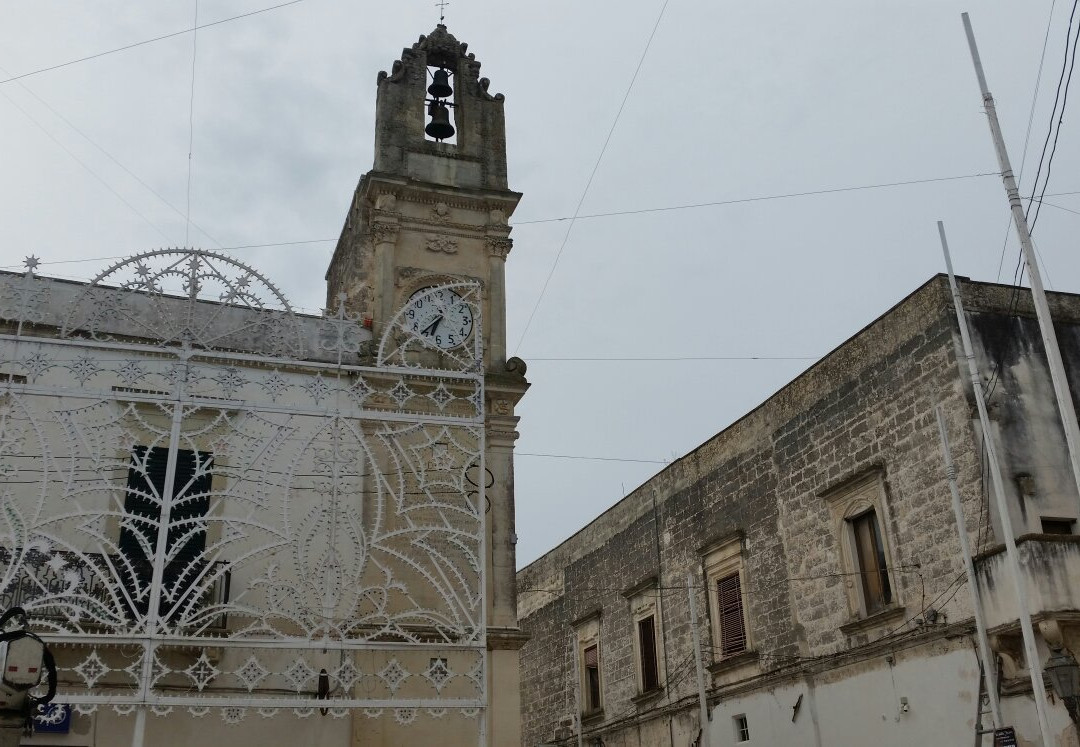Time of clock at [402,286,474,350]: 6:36
